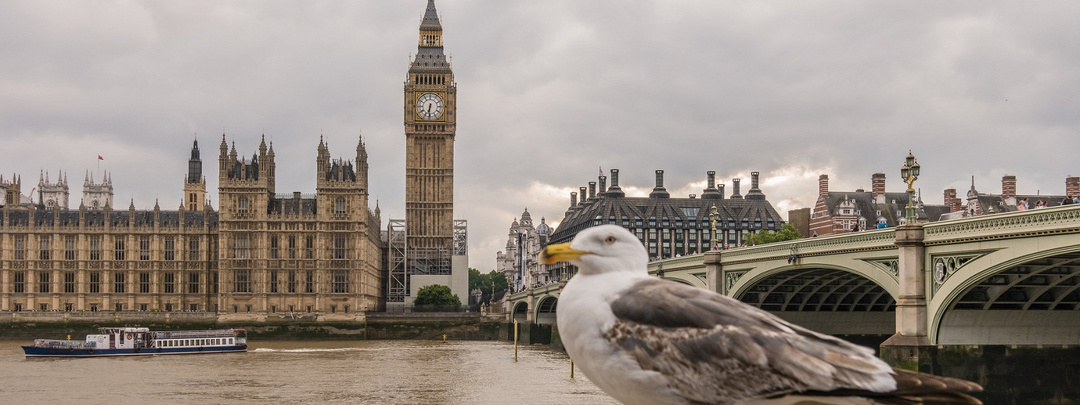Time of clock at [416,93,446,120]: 6:31
